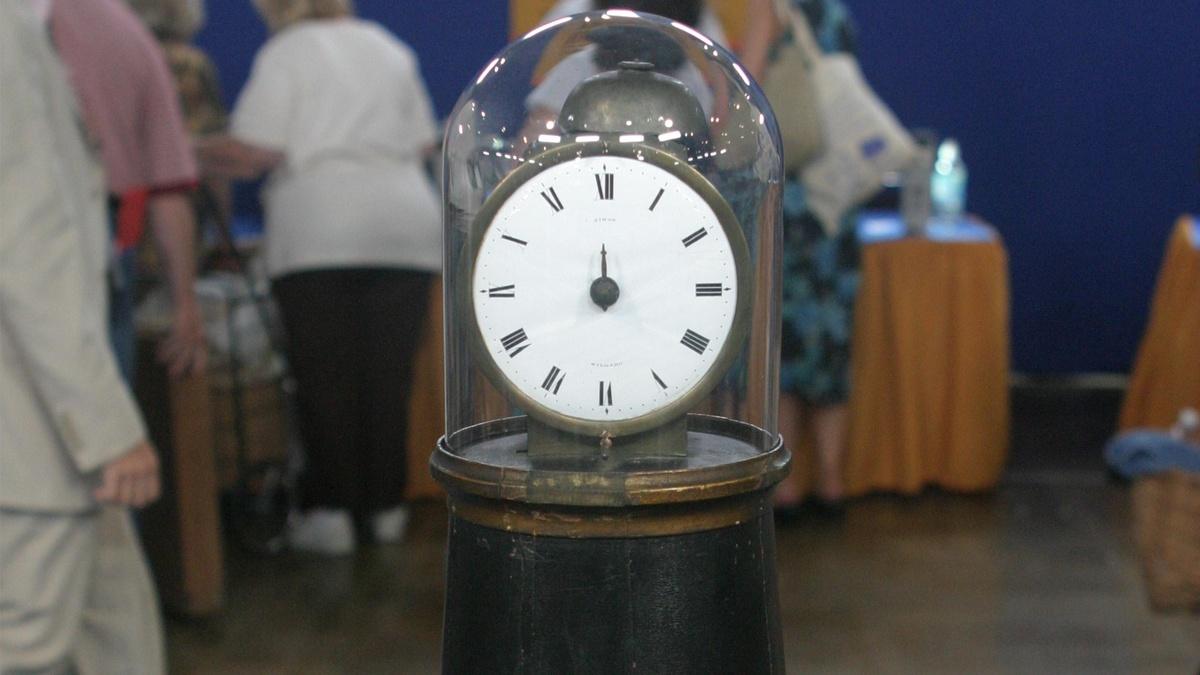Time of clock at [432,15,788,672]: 11:41
